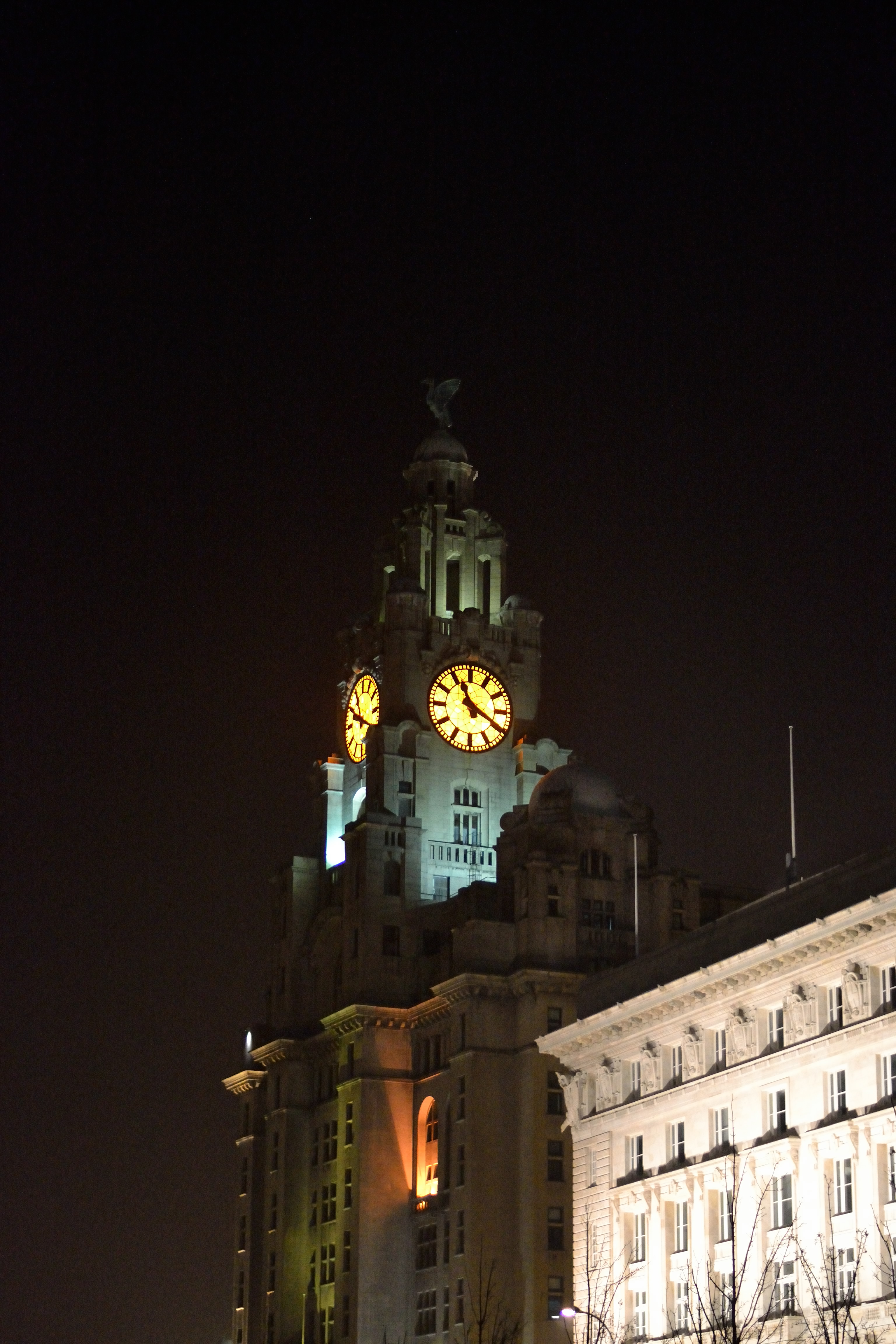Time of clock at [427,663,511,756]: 11:19
